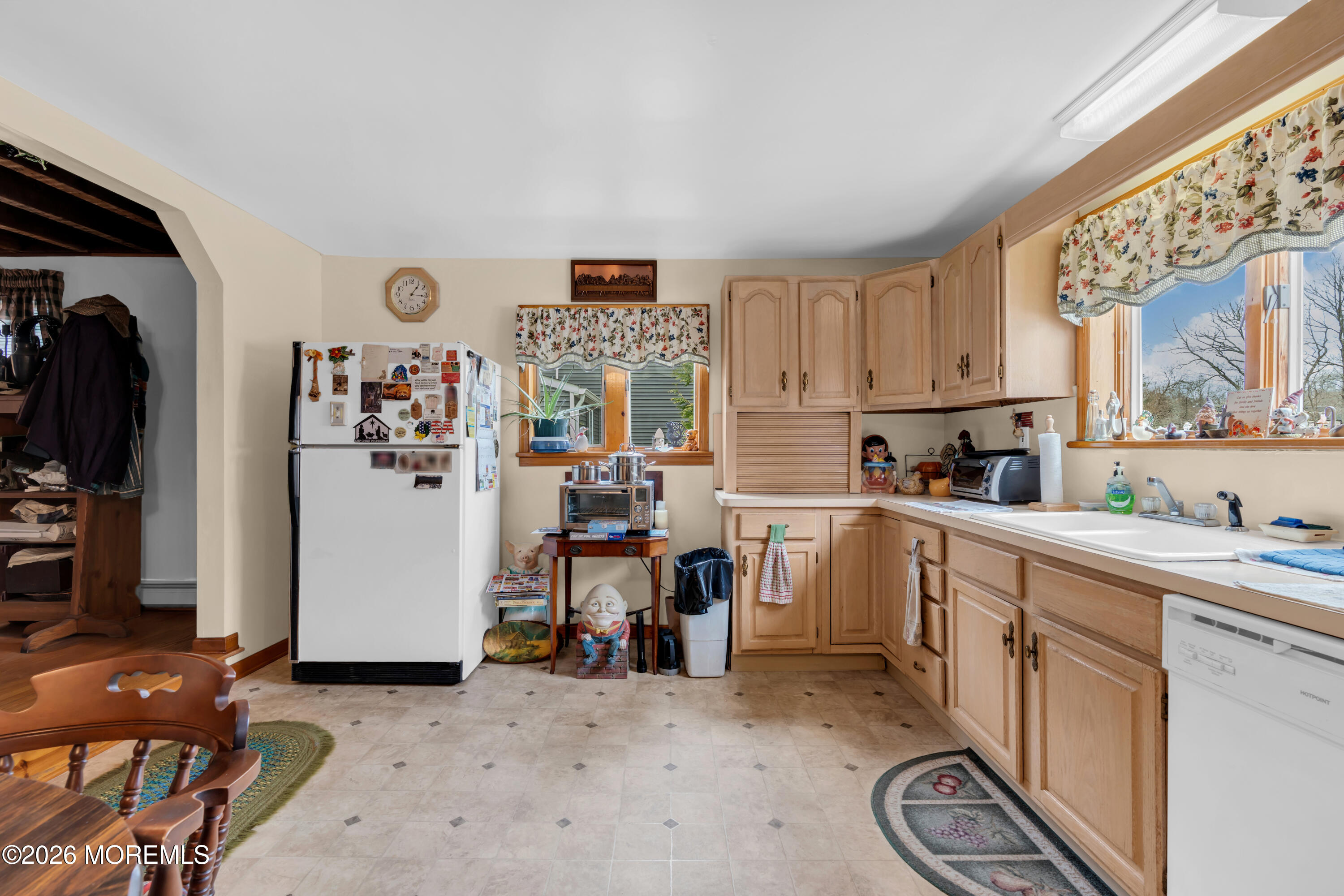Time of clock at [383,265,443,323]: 1:16
